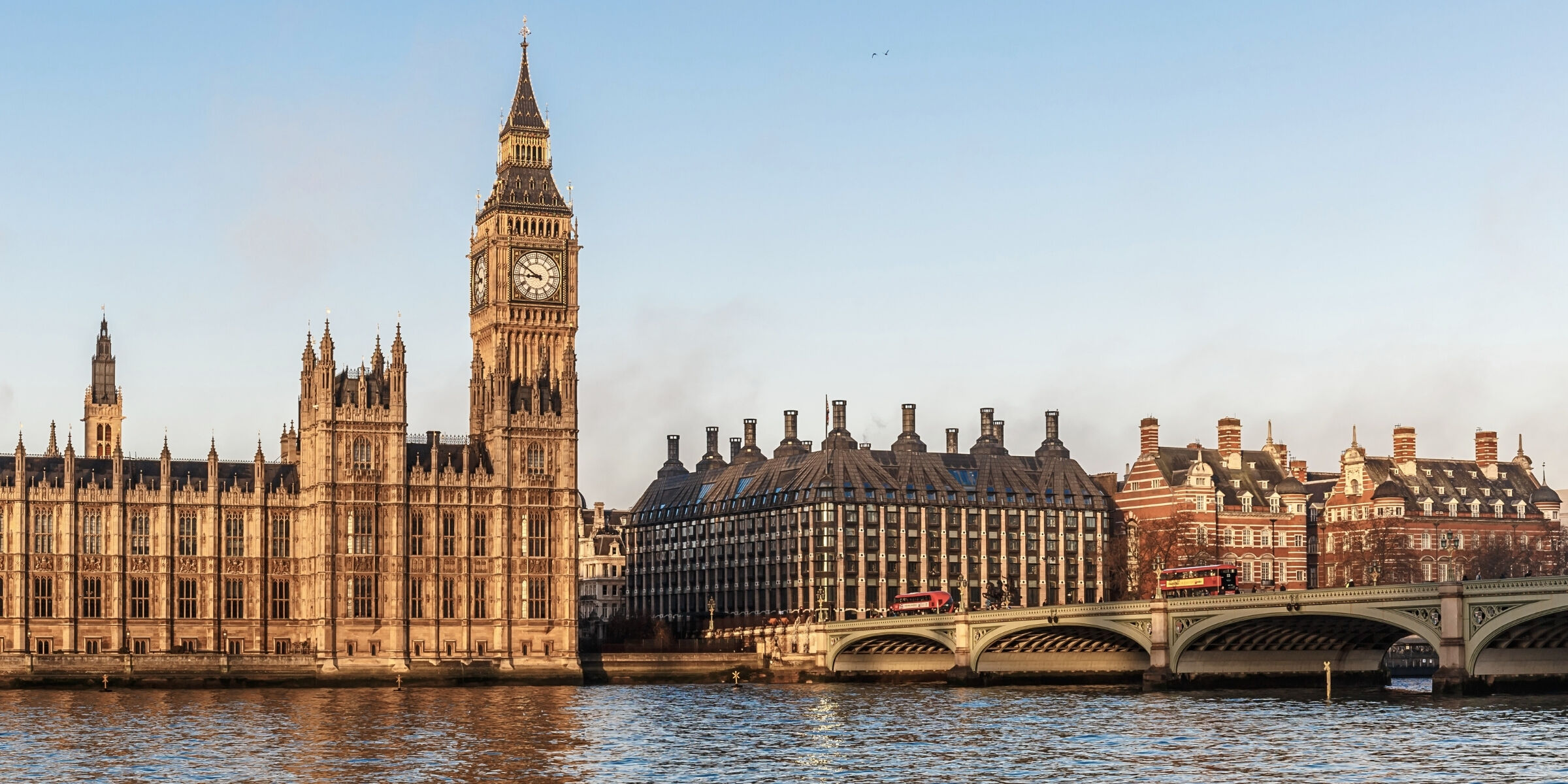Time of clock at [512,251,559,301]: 8:50
